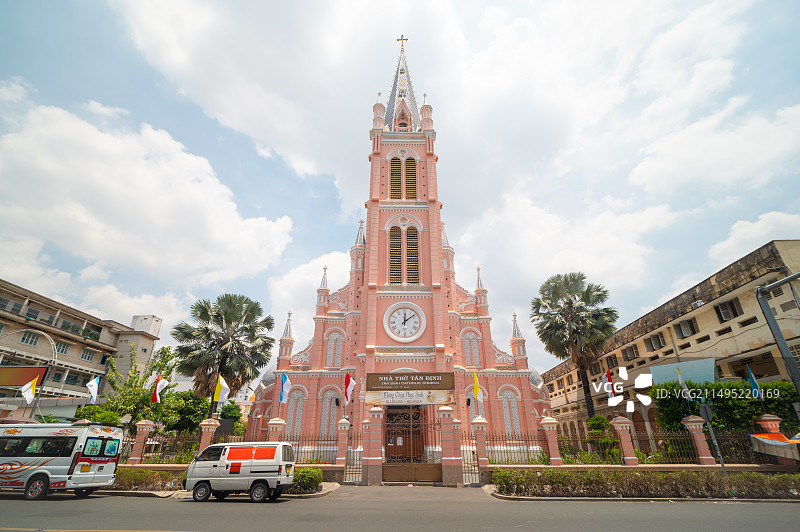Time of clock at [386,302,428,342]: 12:08
